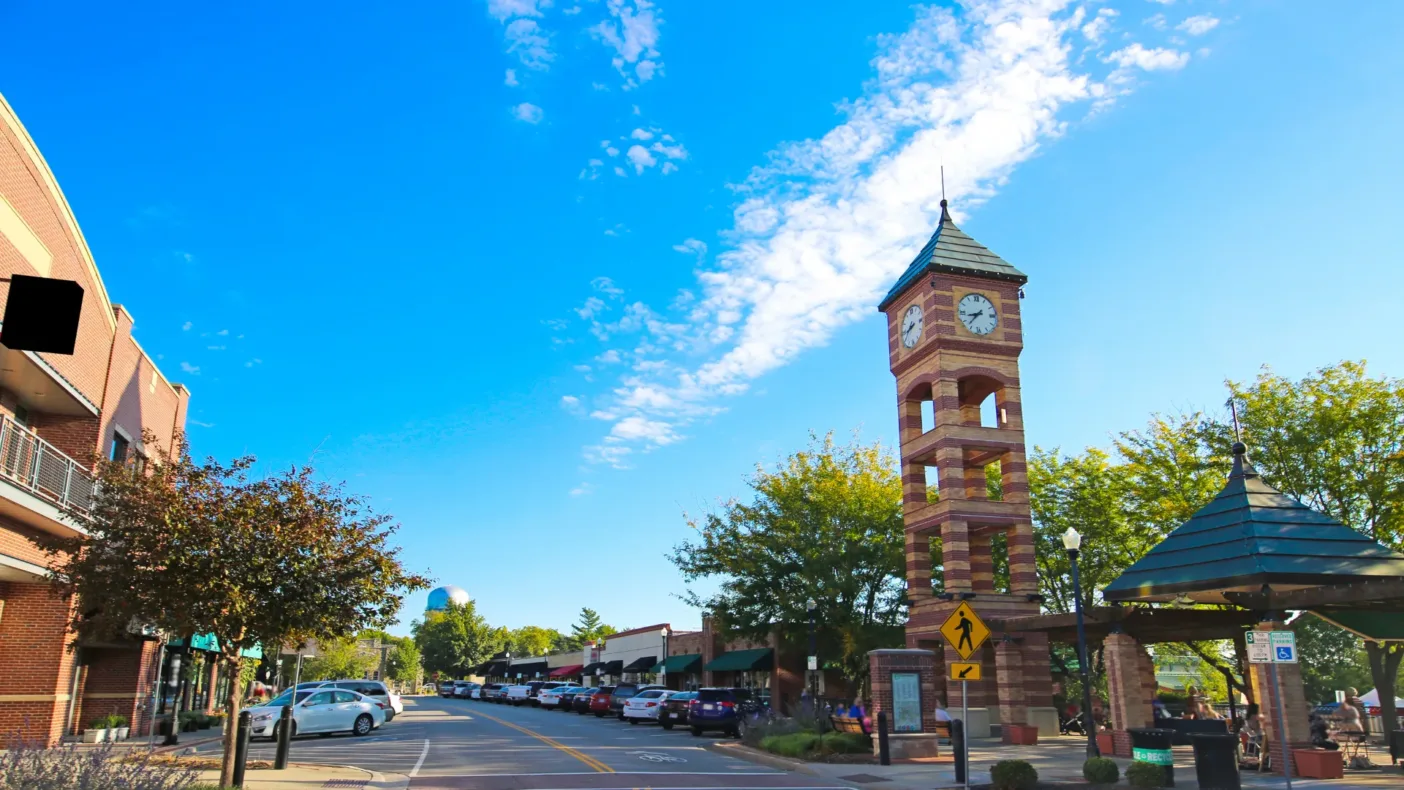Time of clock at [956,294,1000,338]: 8:37
